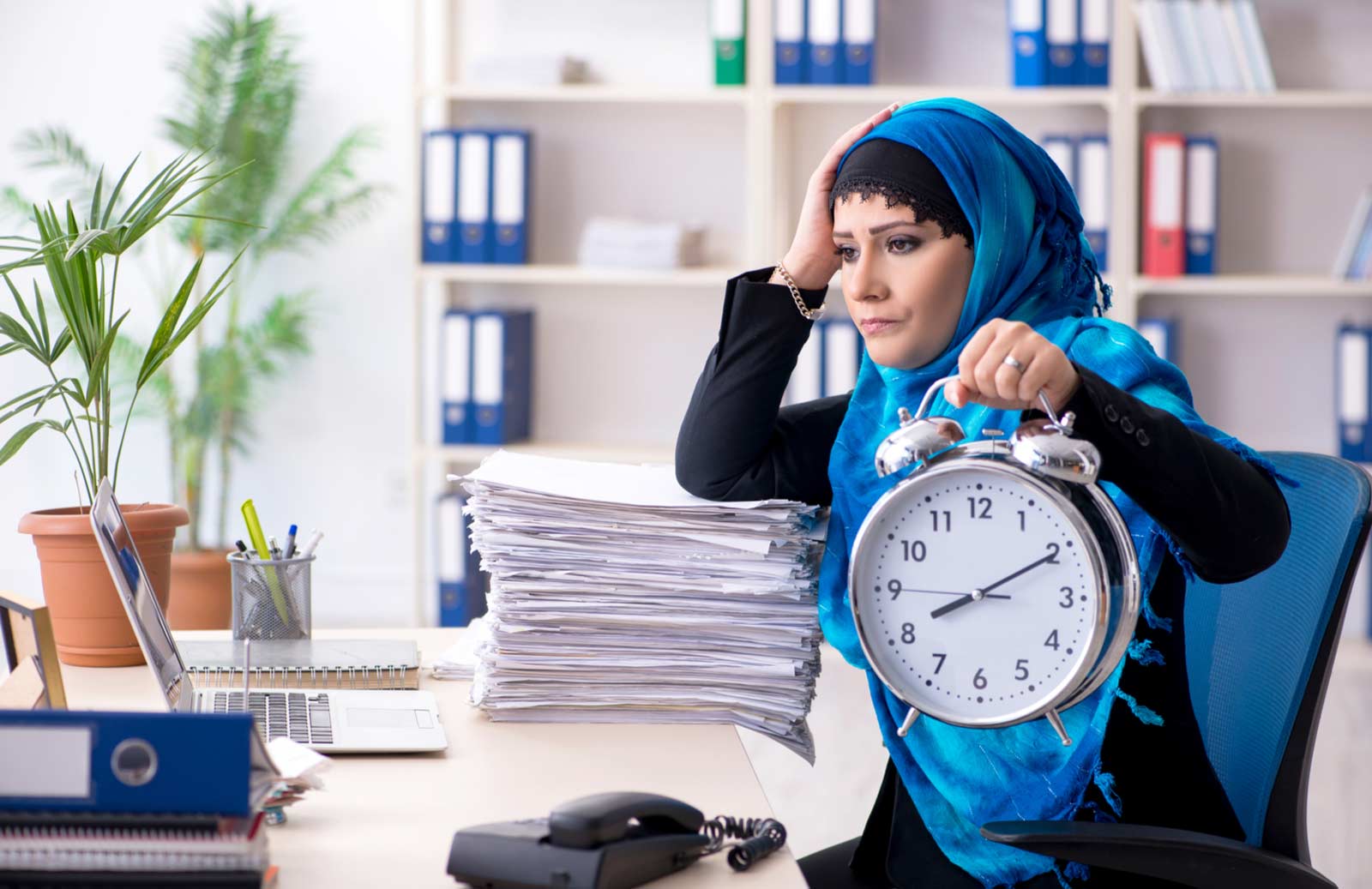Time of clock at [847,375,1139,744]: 8:10
